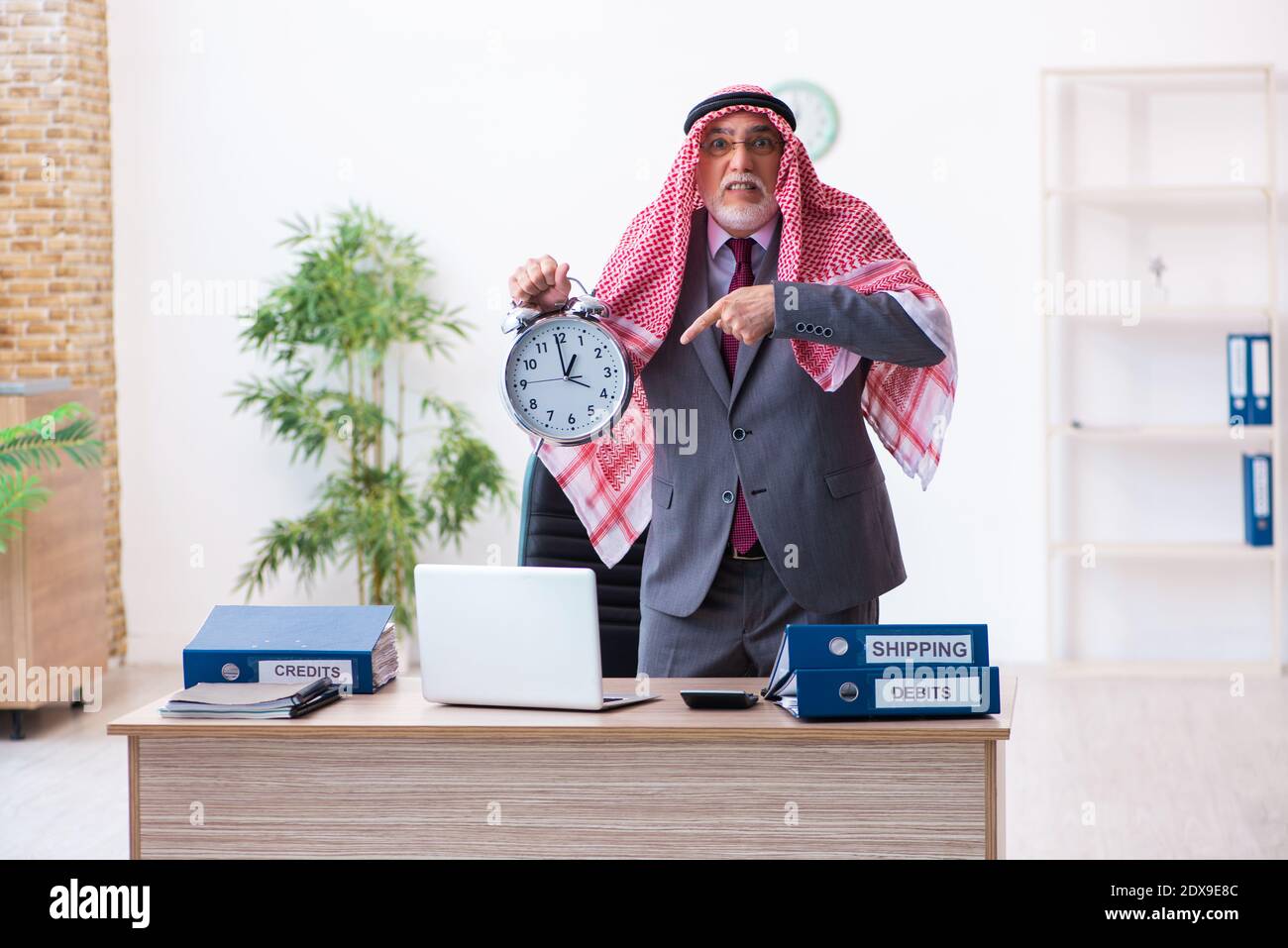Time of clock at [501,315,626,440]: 12:59
